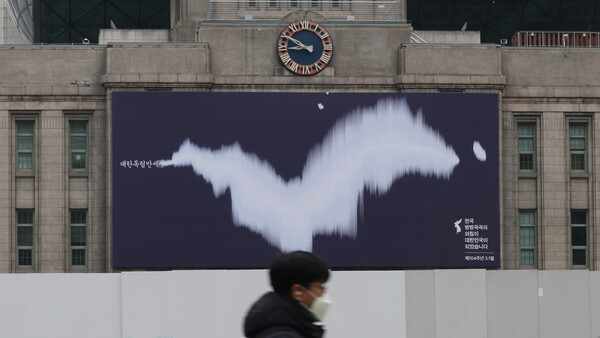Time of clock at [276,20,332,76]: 8:50
